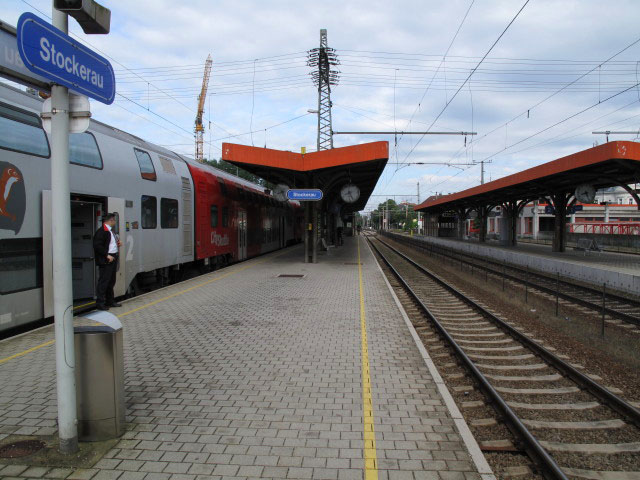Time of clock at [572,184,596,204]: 8:26
